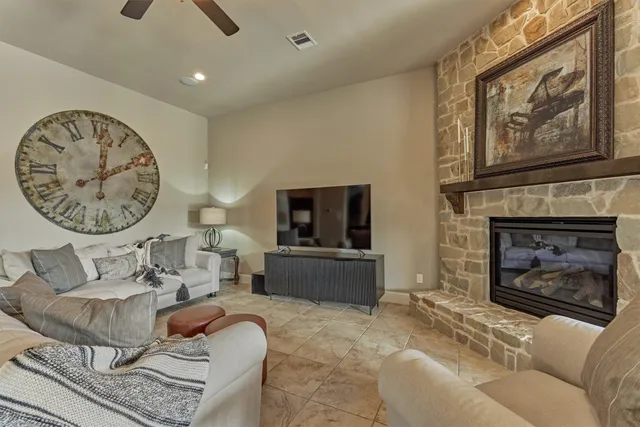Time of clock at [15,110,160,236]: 12:10
